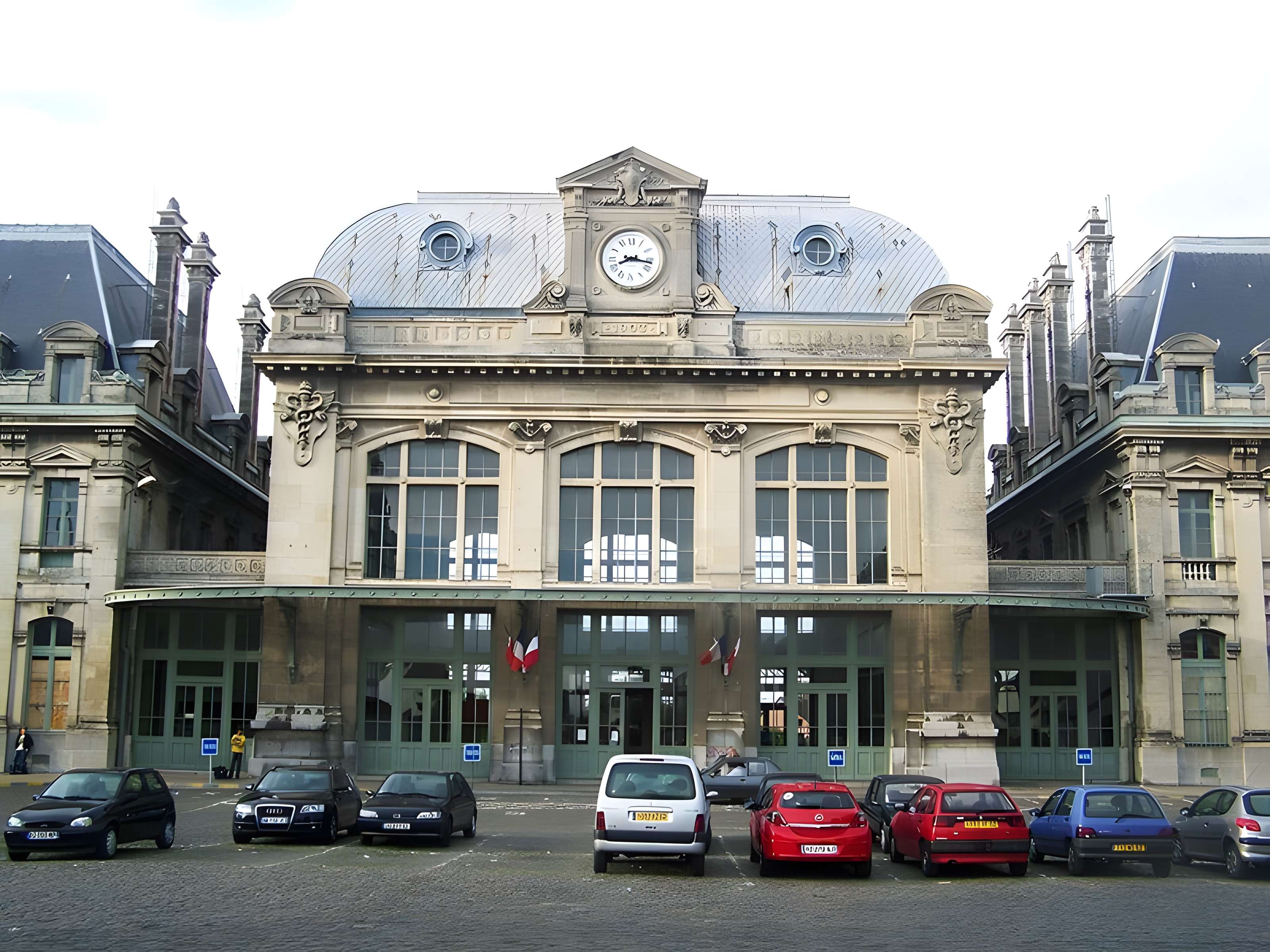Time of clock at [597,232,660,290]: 8:16
